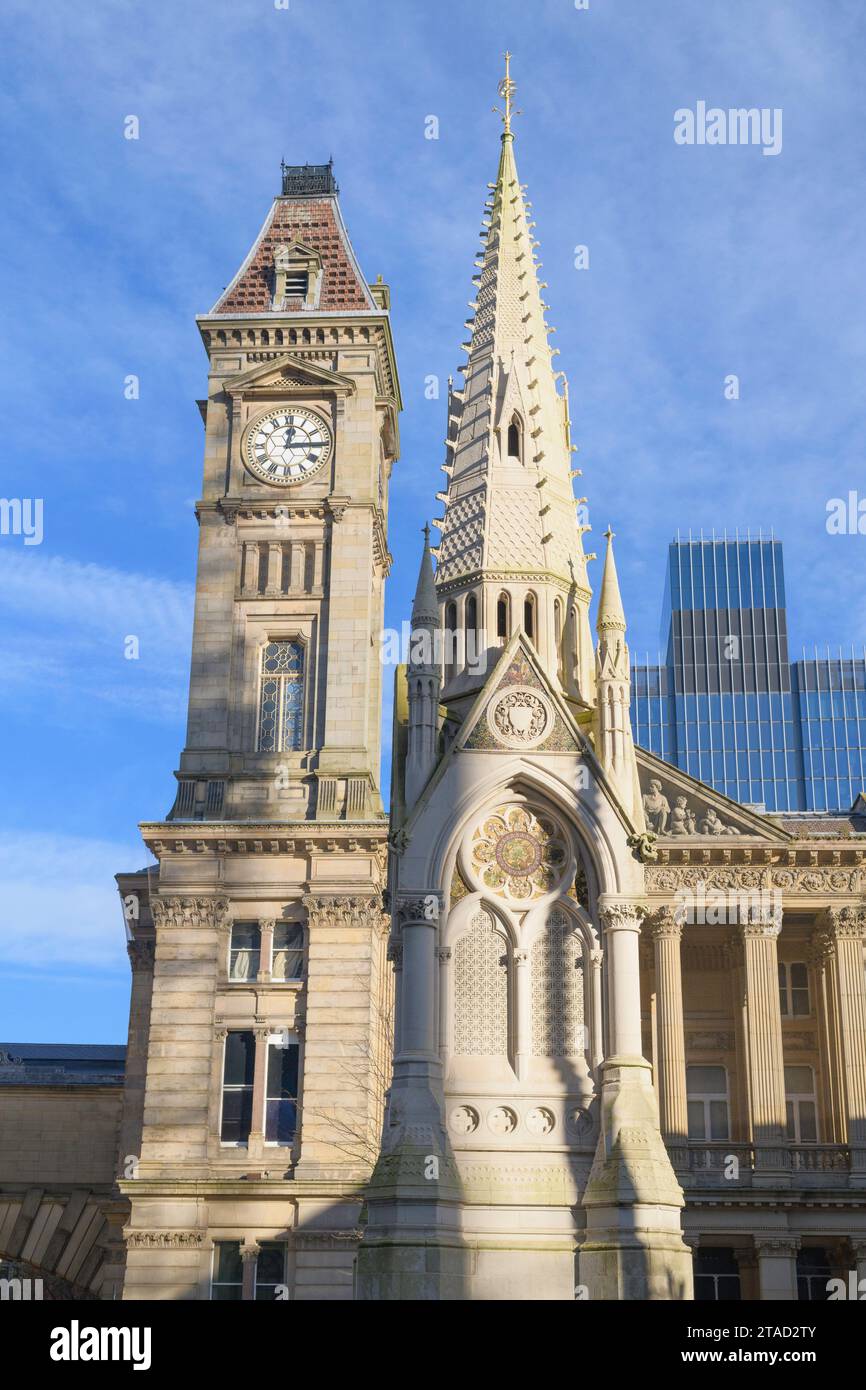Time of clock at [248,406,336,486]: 12:14
